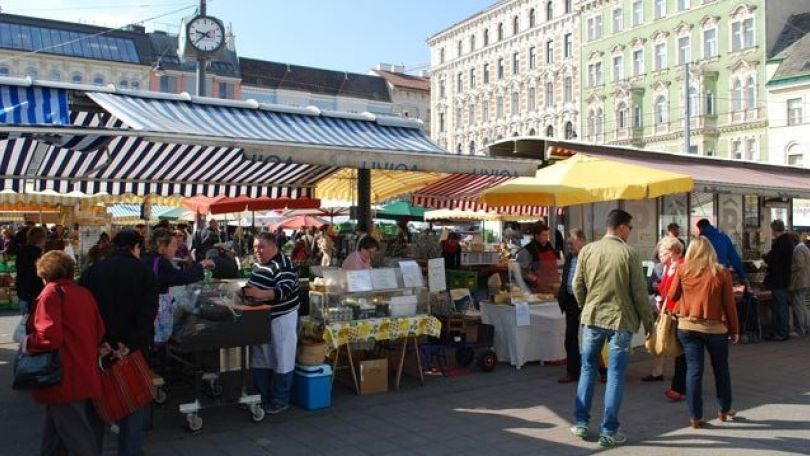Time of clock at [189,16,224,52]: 9:38
